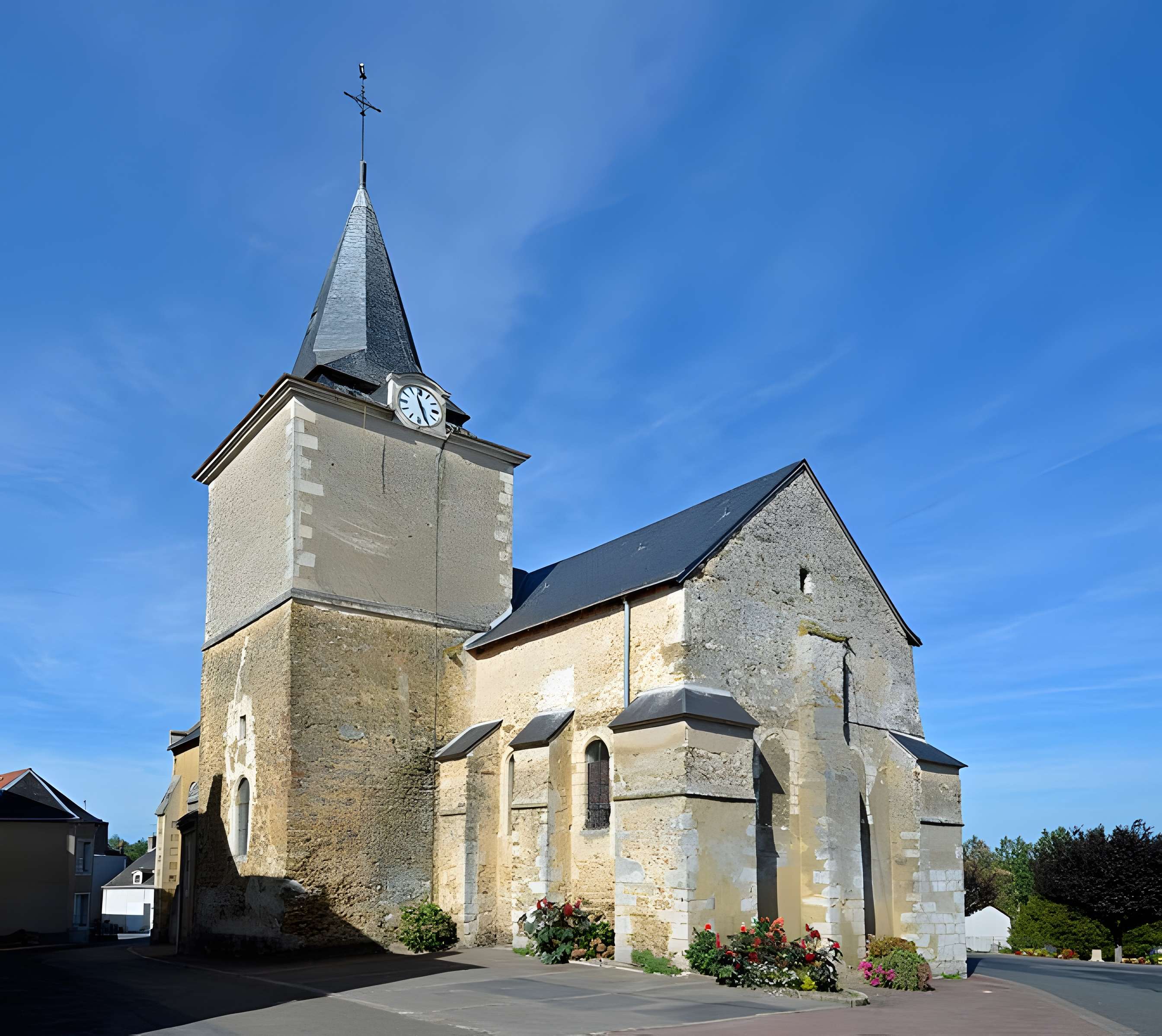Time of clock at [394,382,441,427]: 11:26
